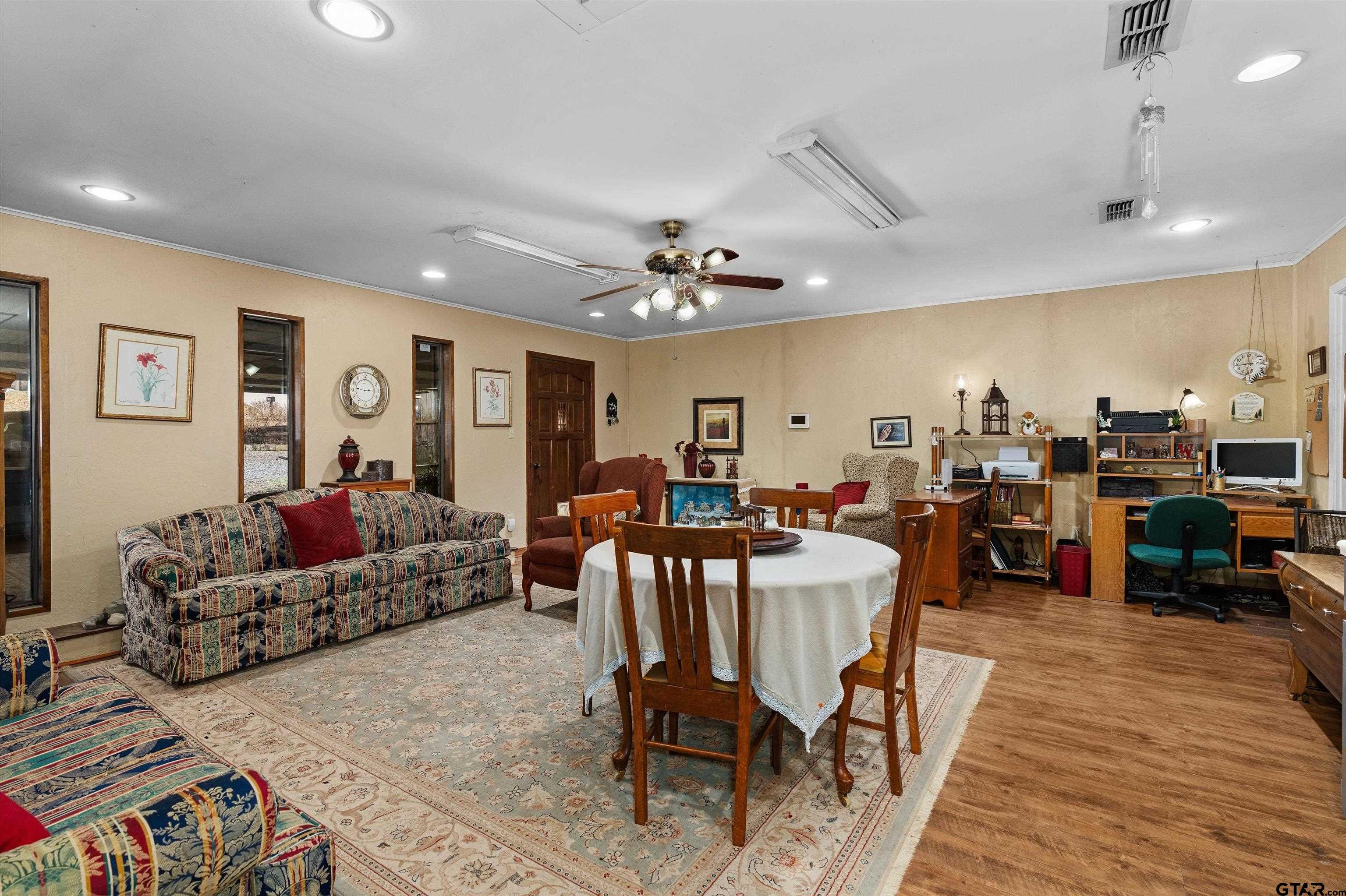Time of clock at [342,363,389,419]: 2:46
